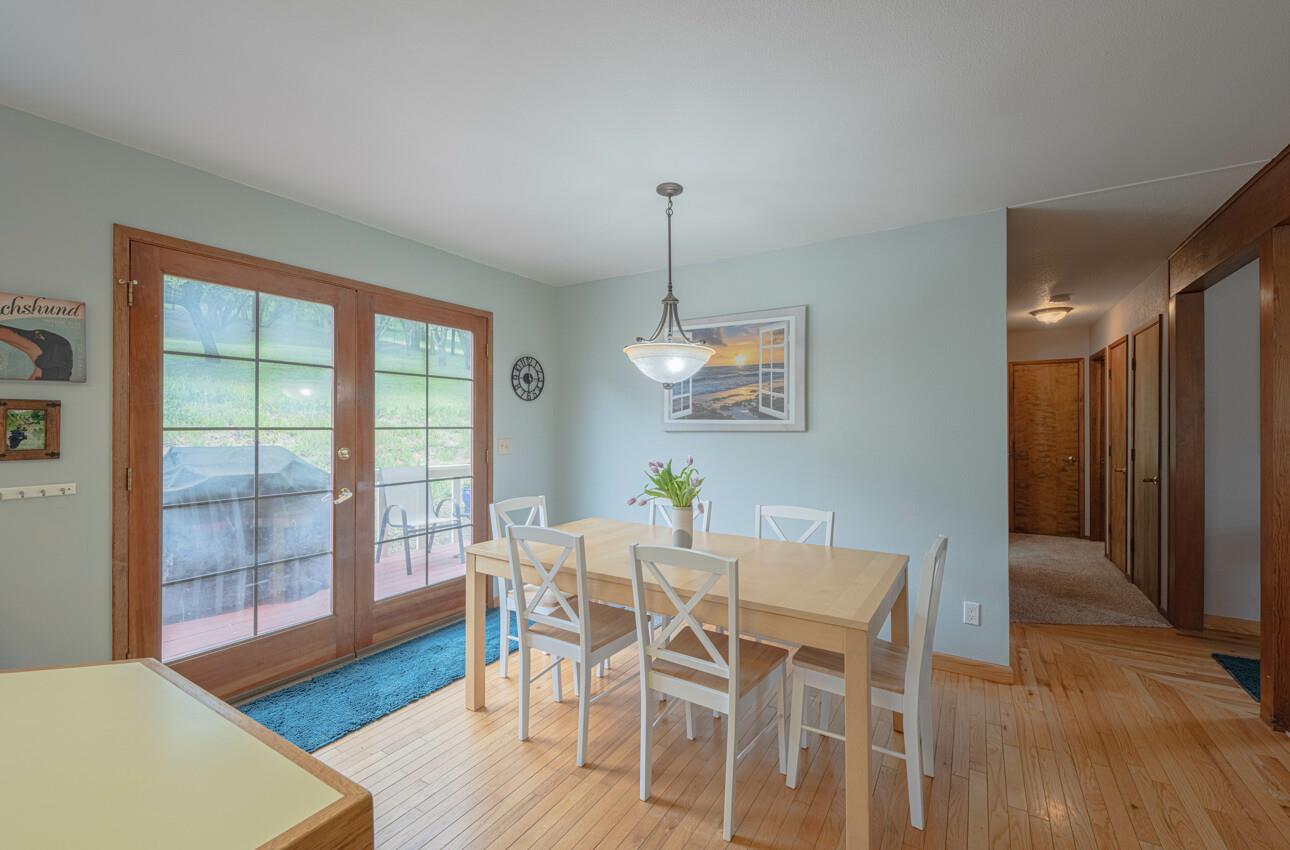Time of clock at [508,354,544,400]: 5:59
